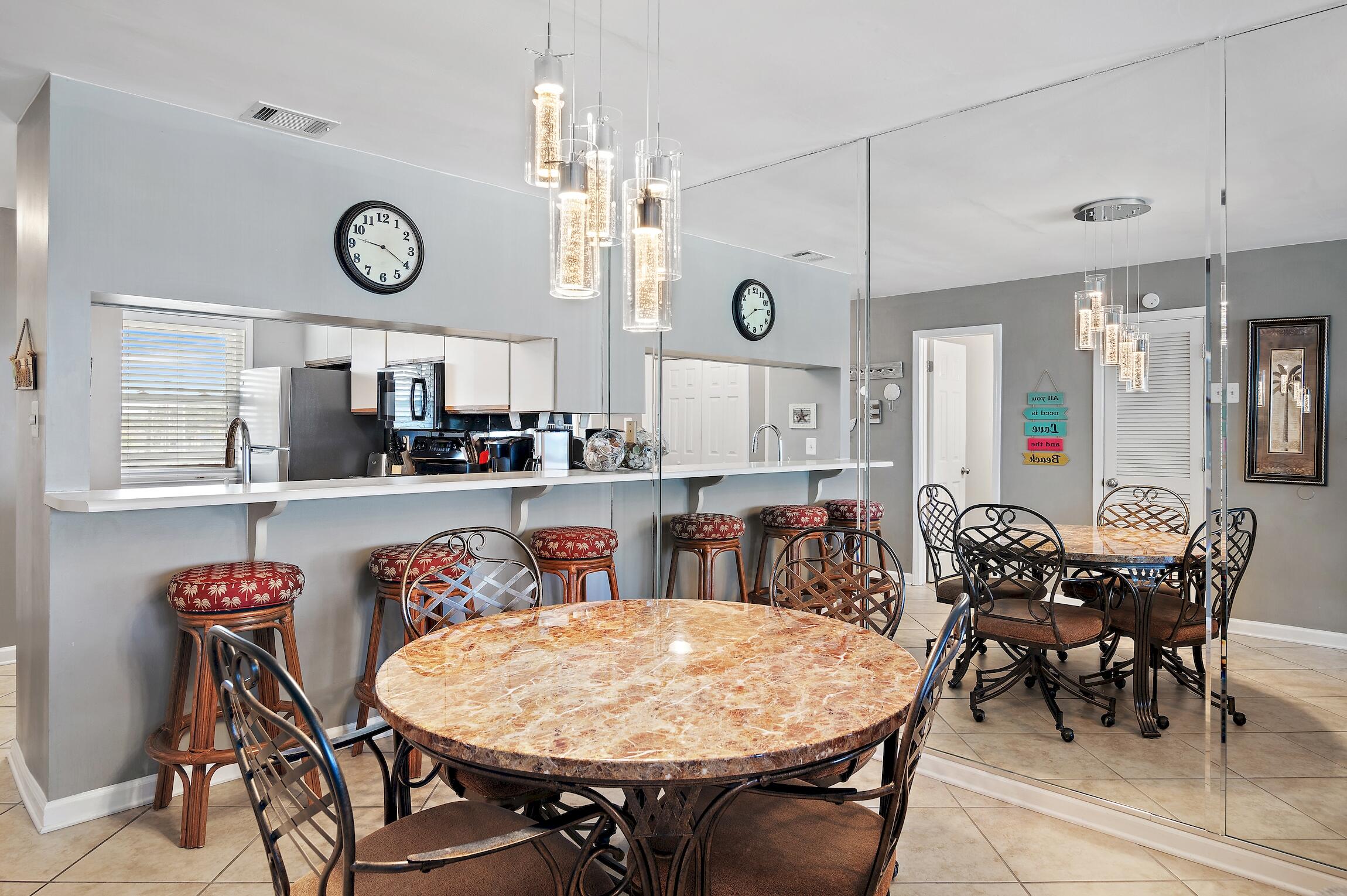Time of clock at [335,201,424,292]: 9:20
